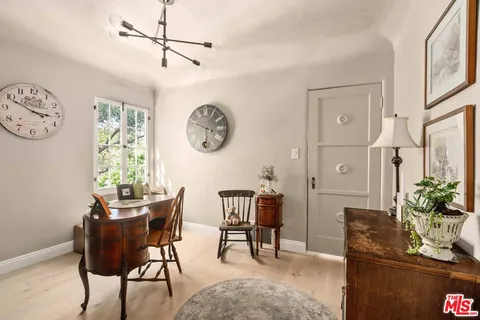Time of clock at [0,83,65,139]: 3:49
